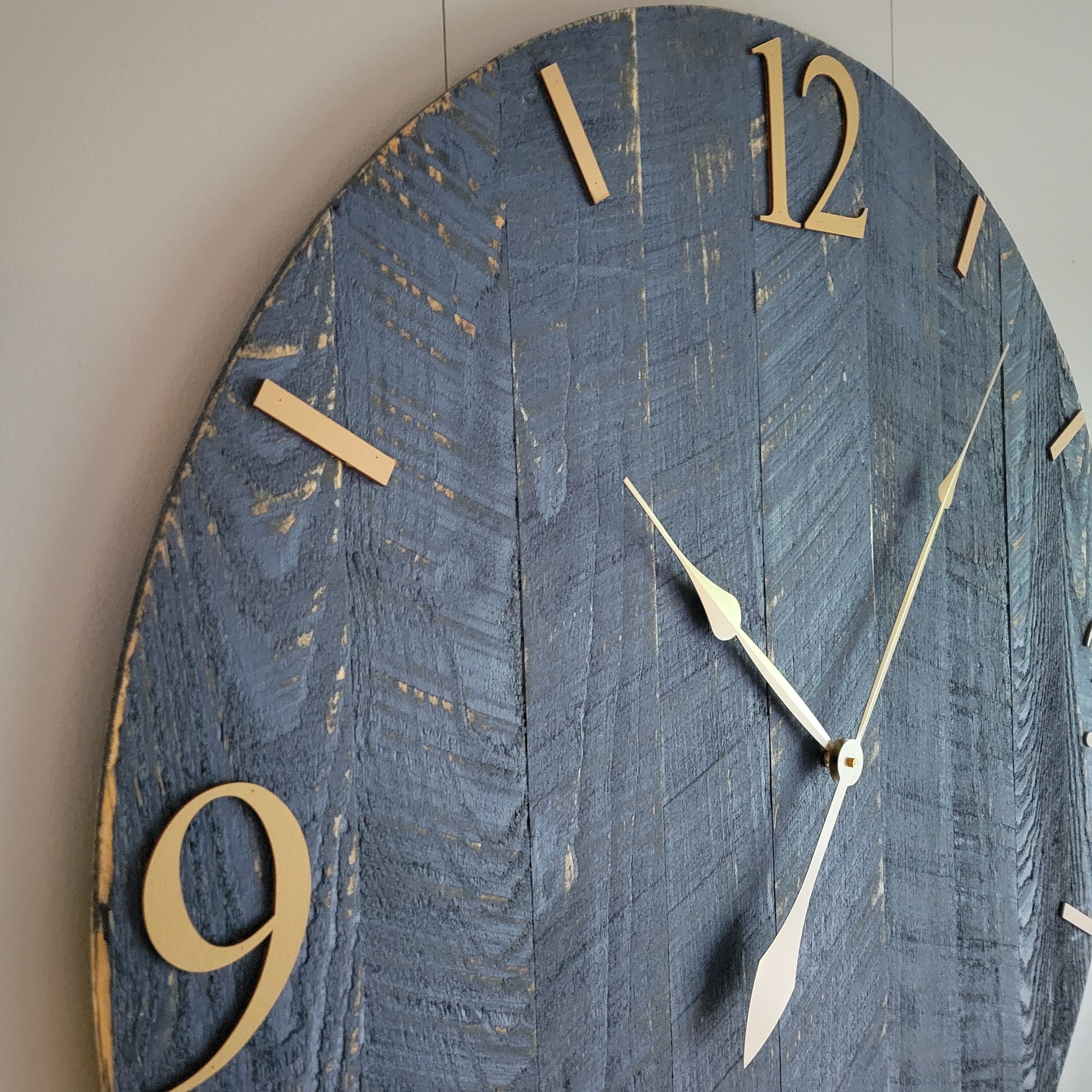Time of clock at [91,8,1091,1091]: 9:49
